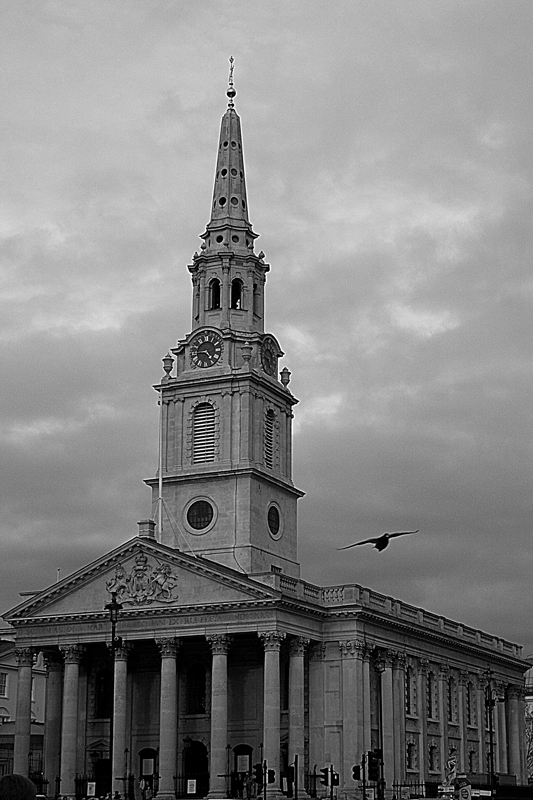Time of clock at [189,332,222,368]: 4:44
